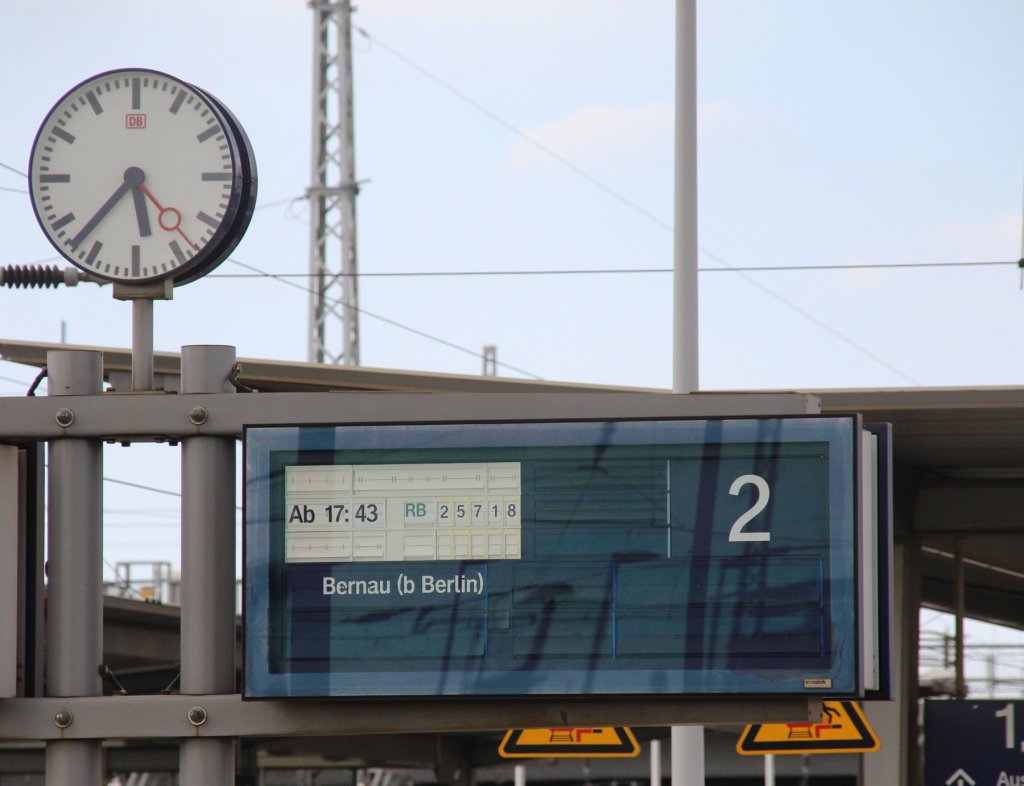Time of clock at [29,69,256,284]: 5:37
